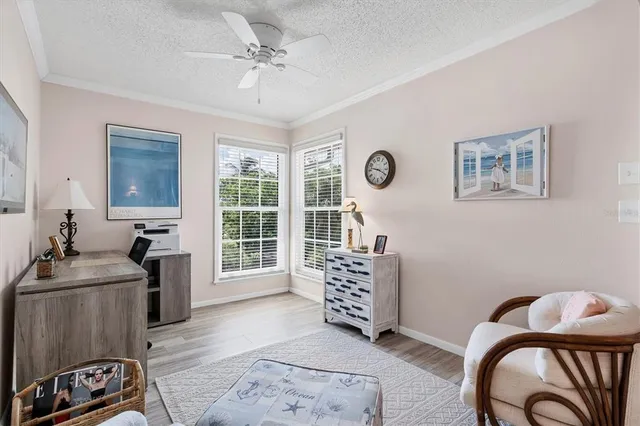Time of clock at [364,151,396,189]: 9:19
